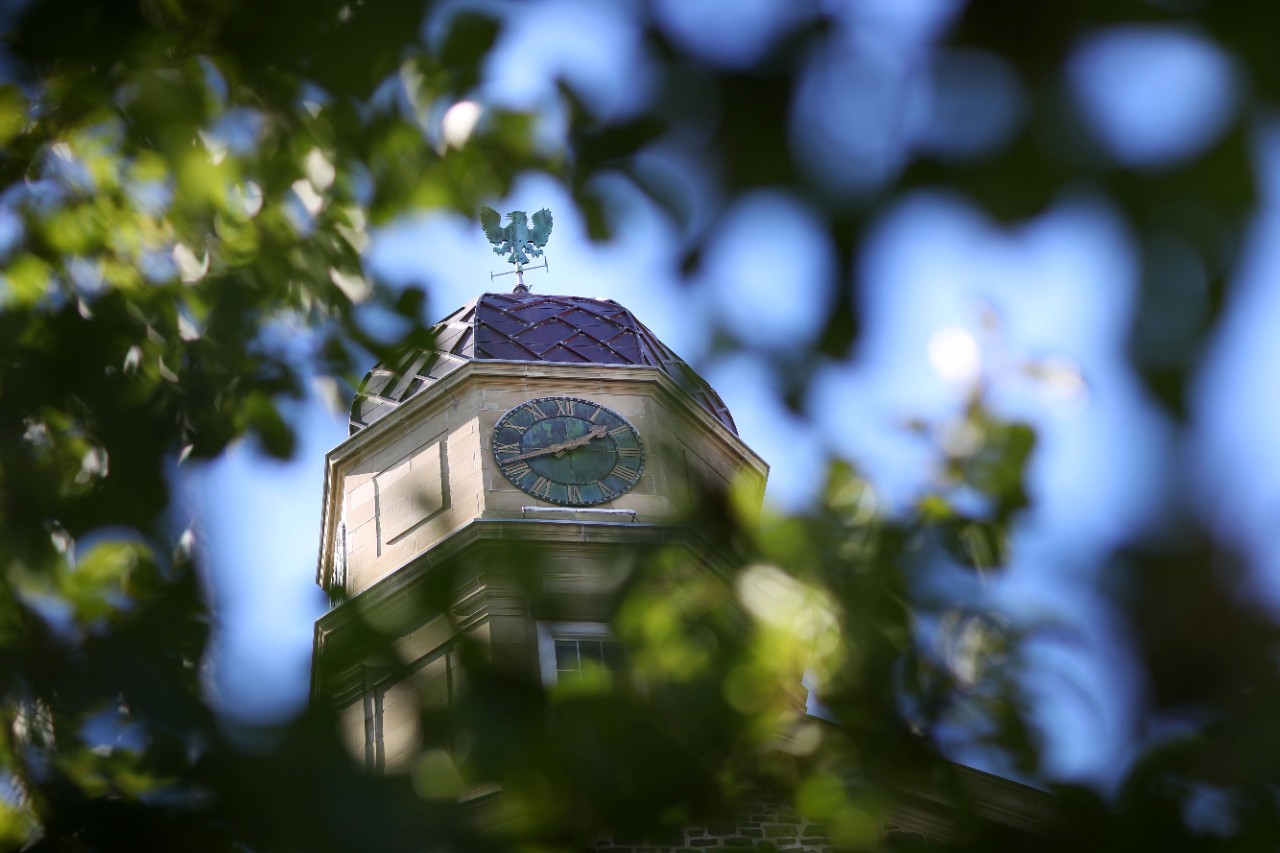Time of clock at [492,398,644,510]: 1:42
